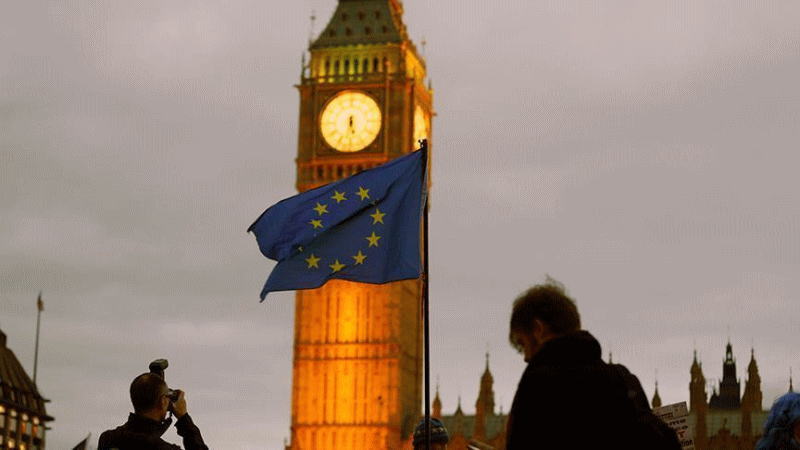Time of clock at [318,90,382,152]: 5:31
